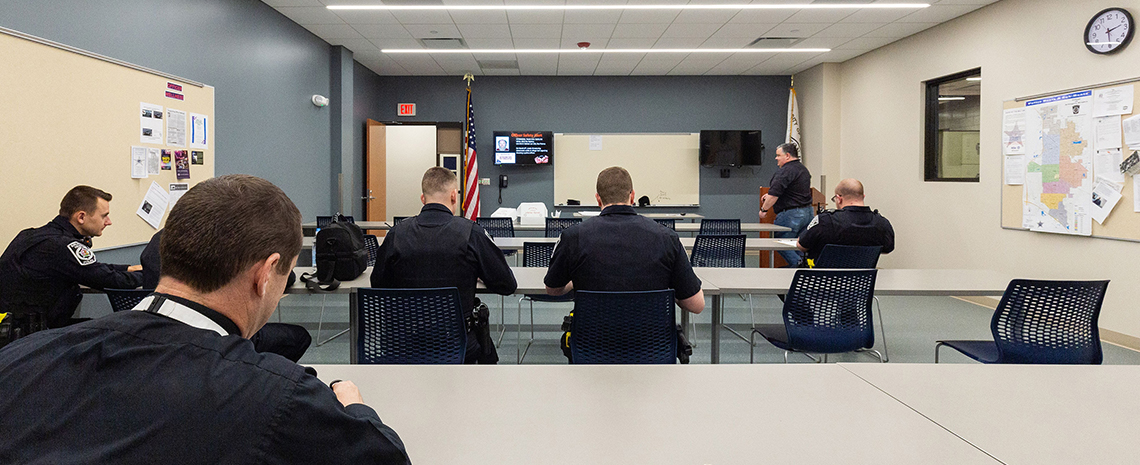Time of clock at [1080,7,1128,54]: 2:29
